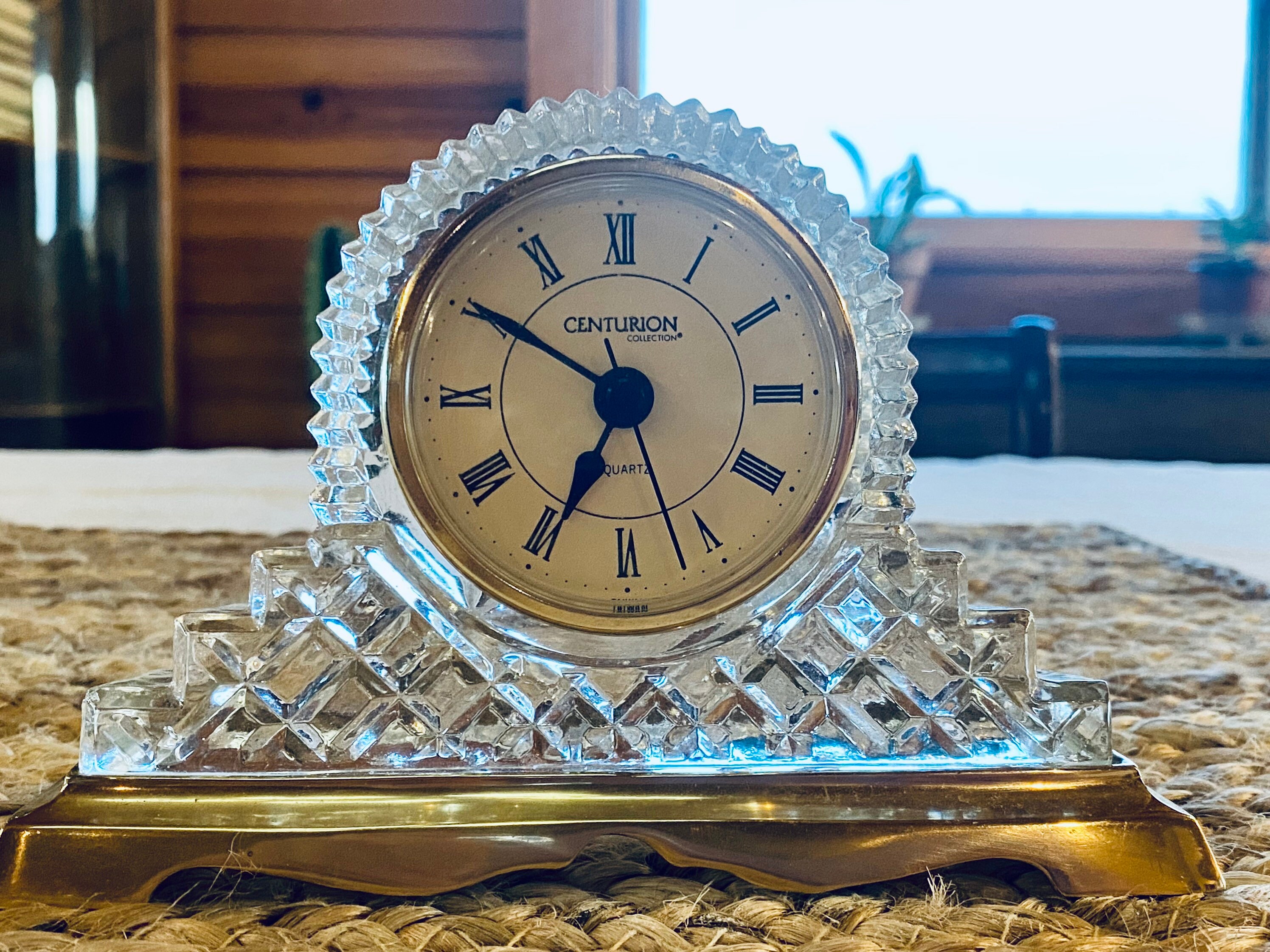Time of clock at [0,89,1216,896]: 6:50
